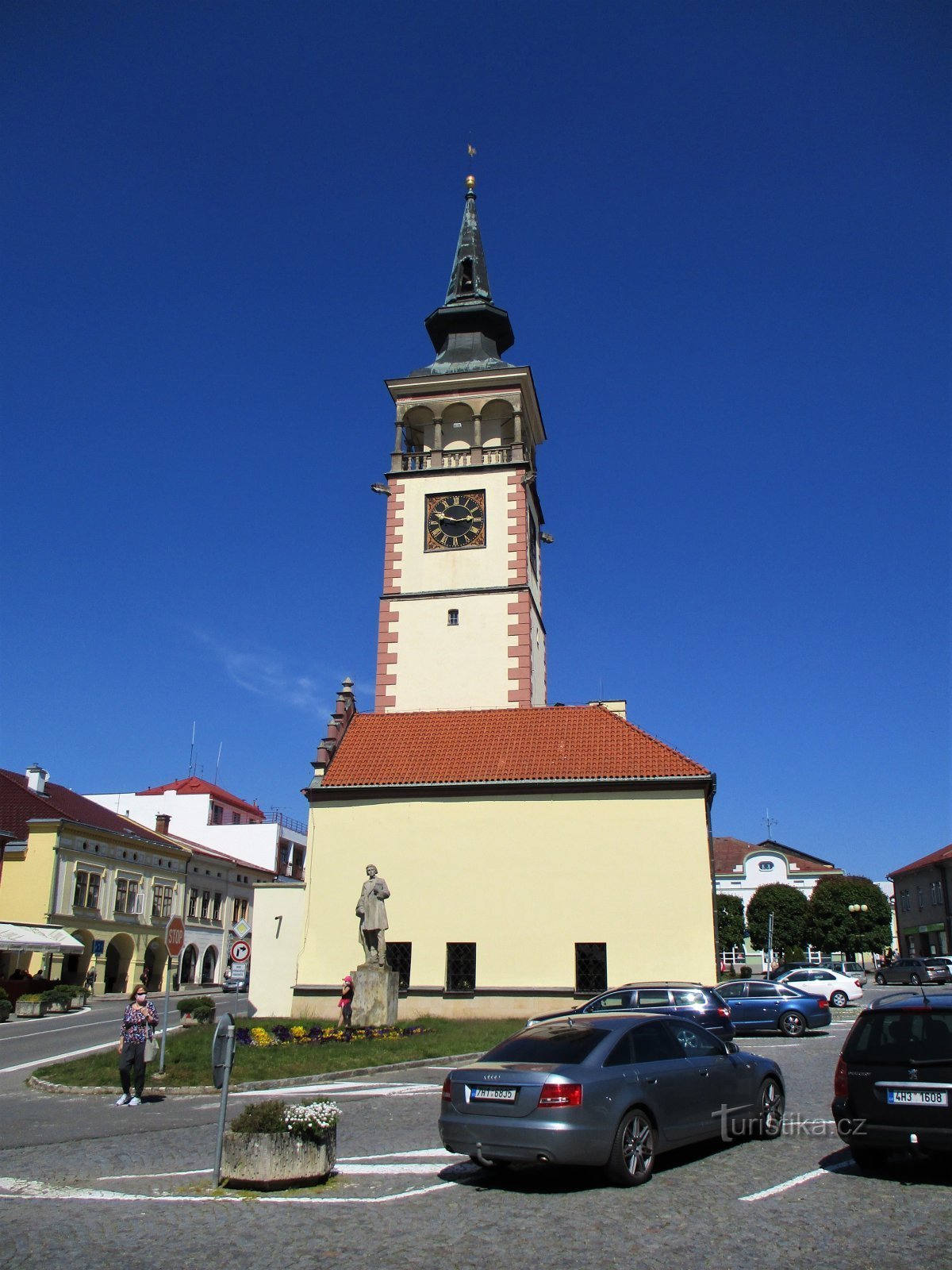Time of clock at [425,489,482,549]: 2:48
